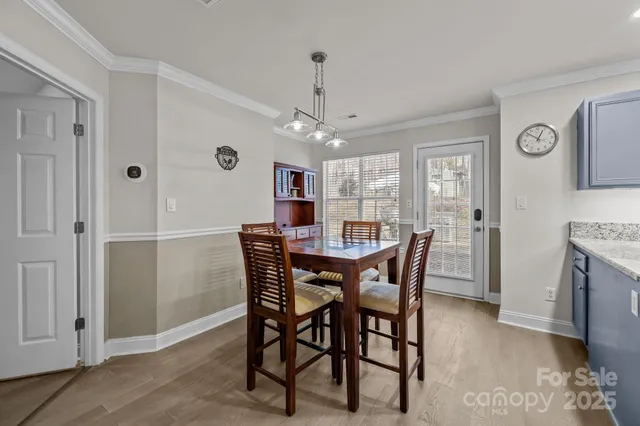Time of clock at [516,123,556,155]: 12:51
